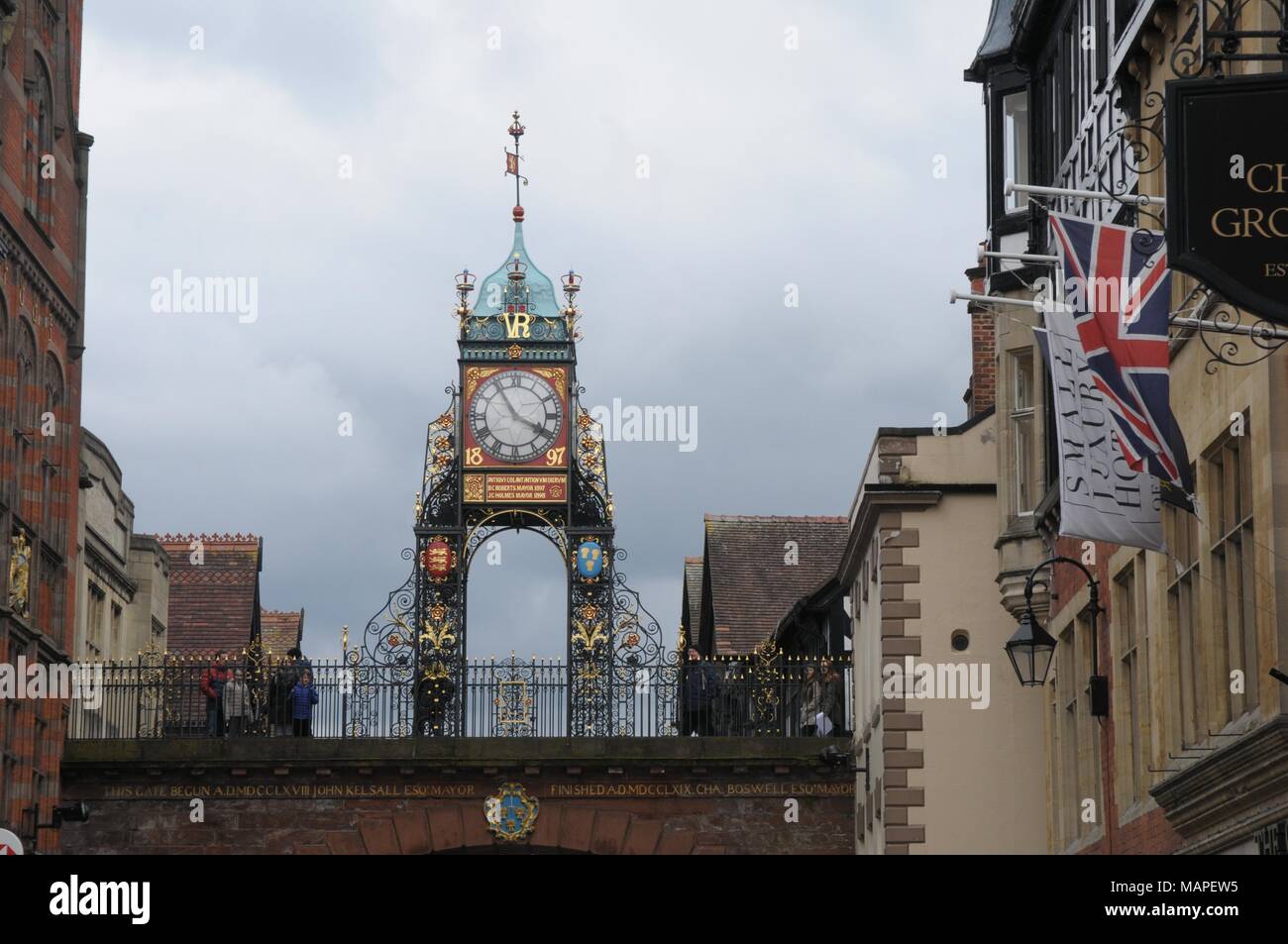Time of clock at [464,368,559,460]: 3:54
